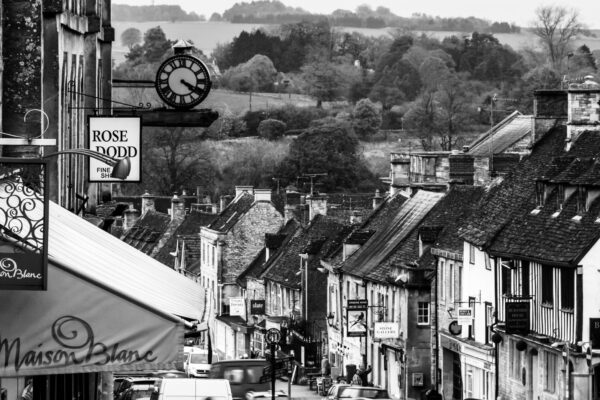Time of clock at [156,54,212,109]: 4:19
